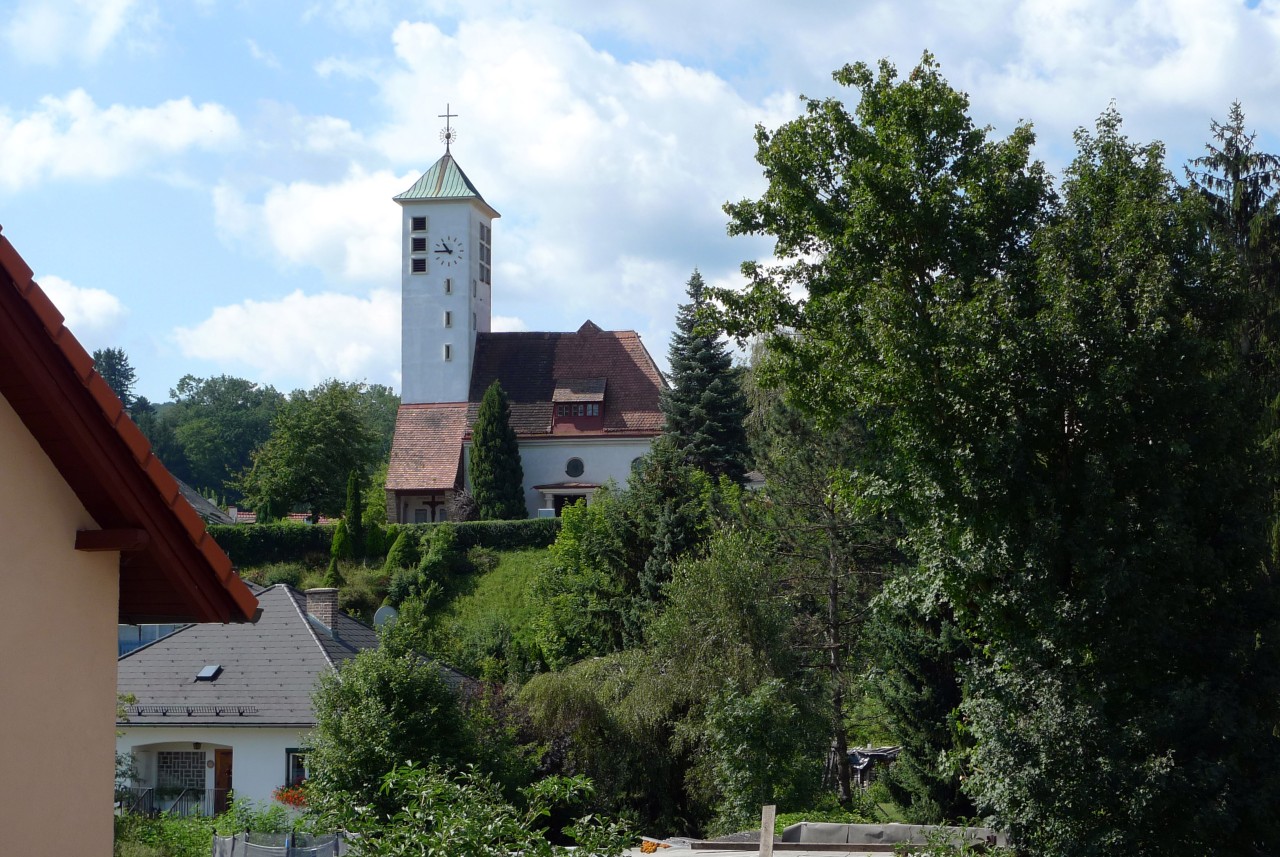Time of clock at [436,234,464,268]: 10:45
